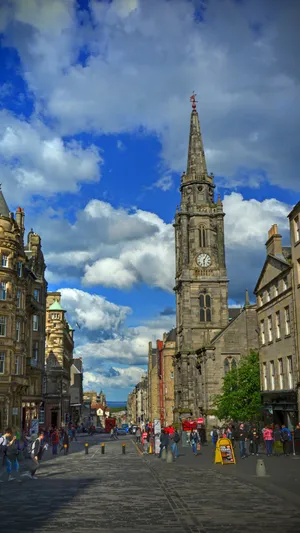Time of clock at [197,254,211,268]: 6:05
